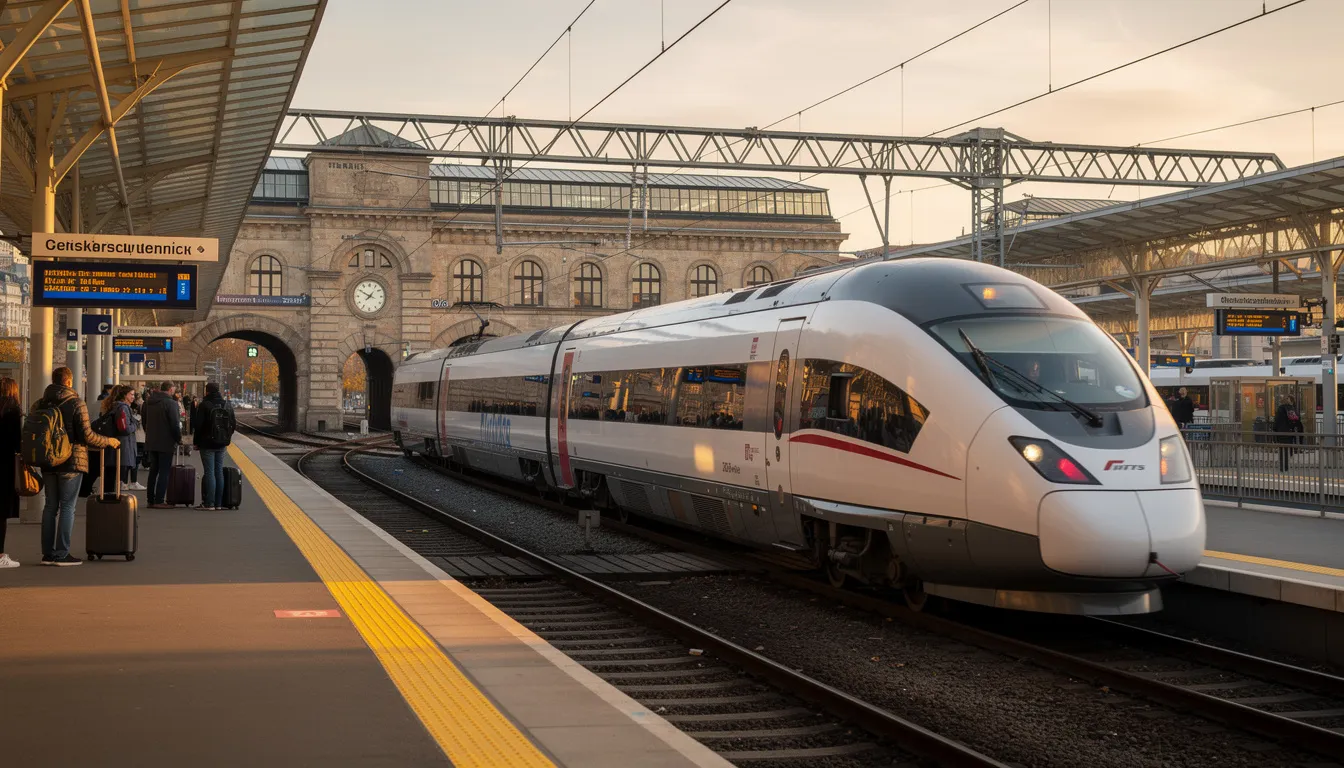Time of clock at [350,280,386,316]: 7:49
